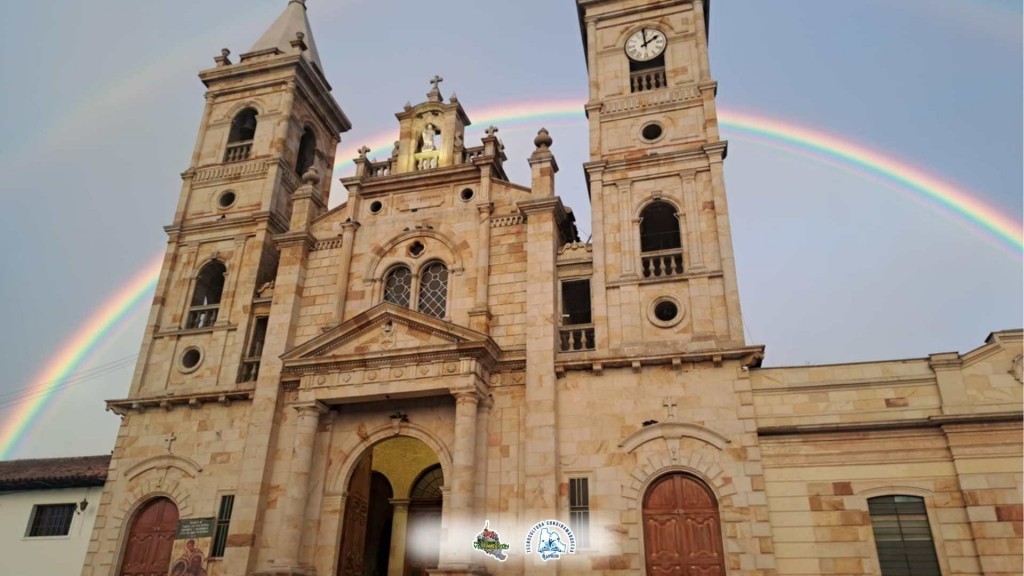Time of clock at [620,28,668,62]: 1:59
